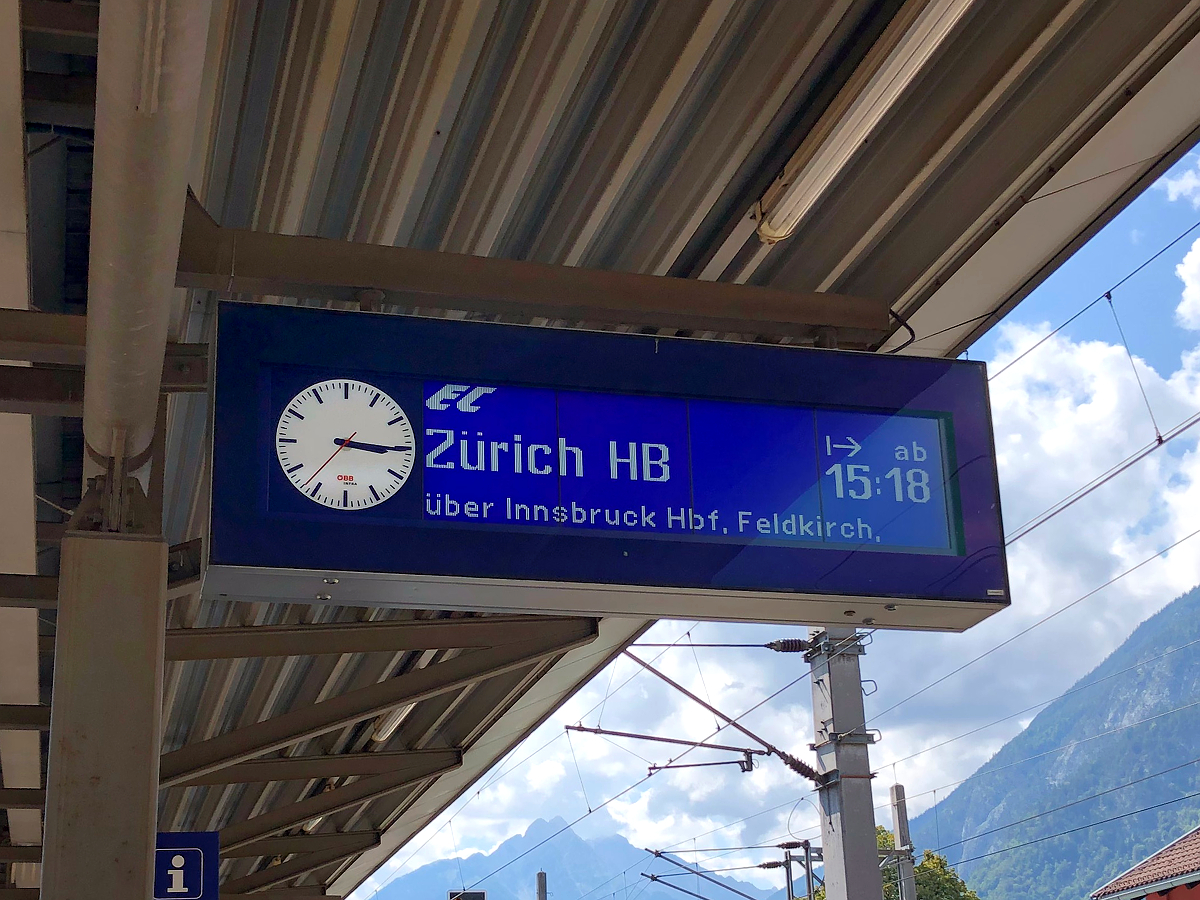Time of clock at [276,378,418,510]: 3:15
